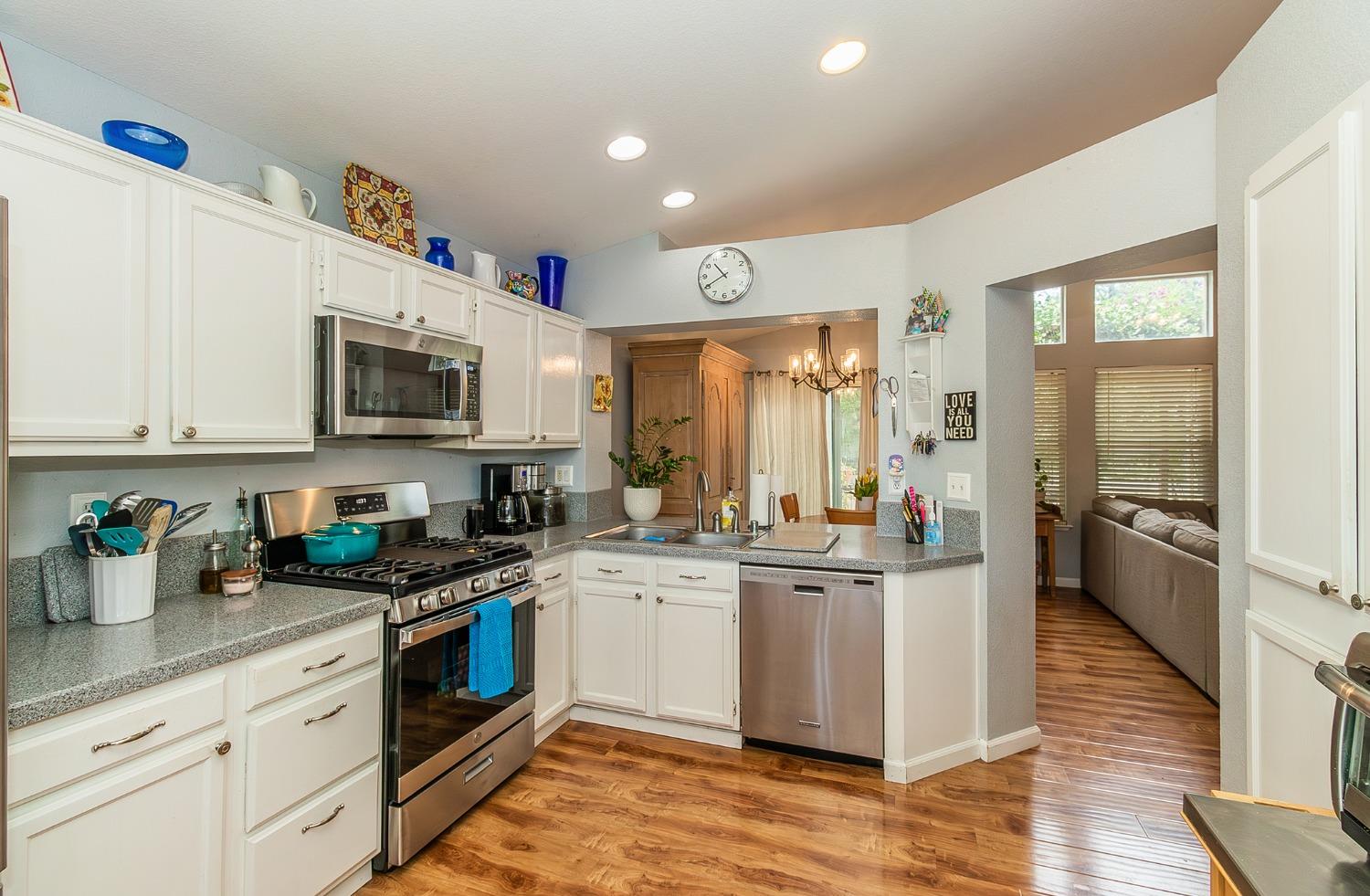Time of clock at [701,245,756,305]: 10:40
